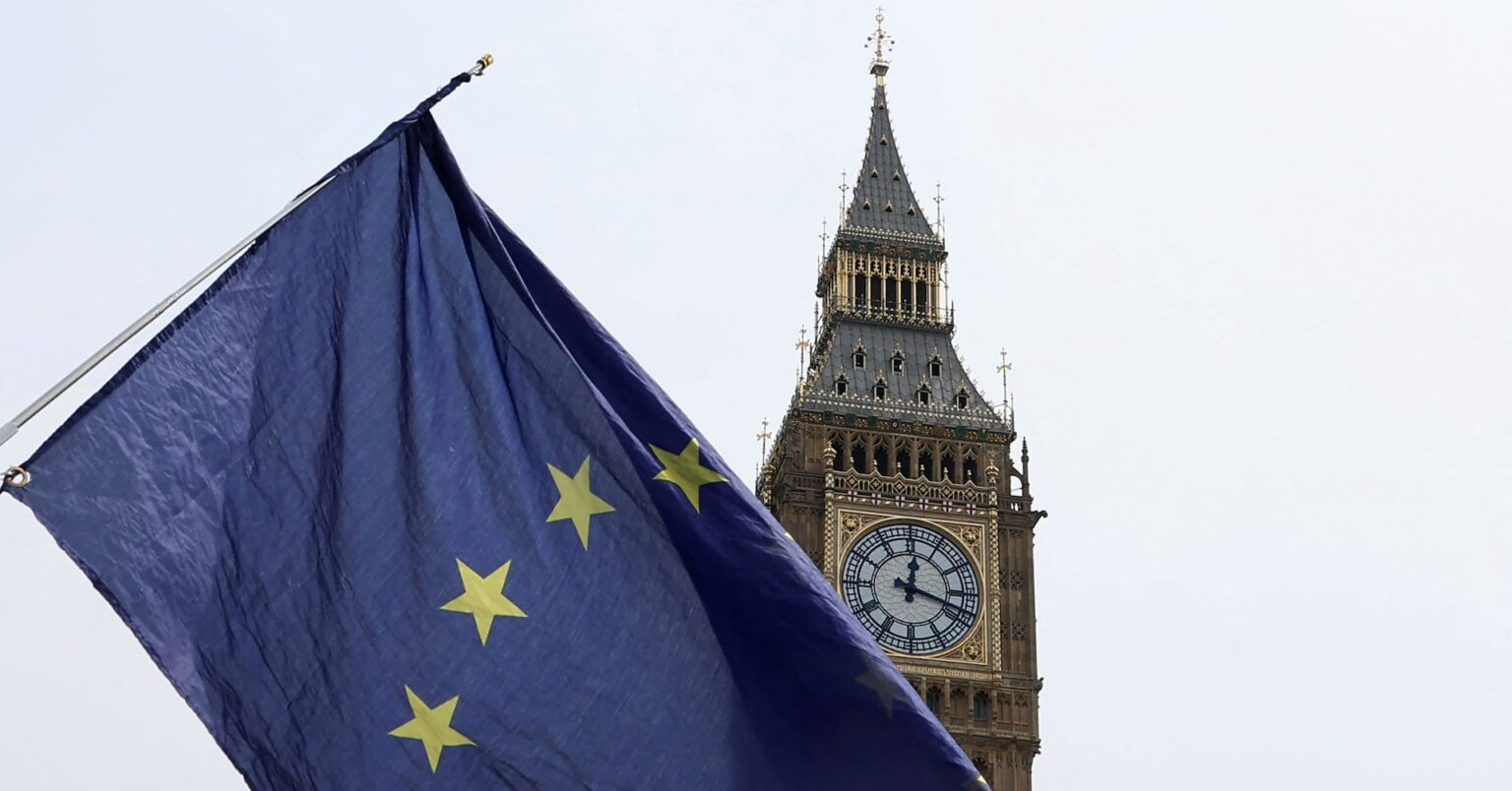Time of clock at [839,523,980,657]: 12:18
